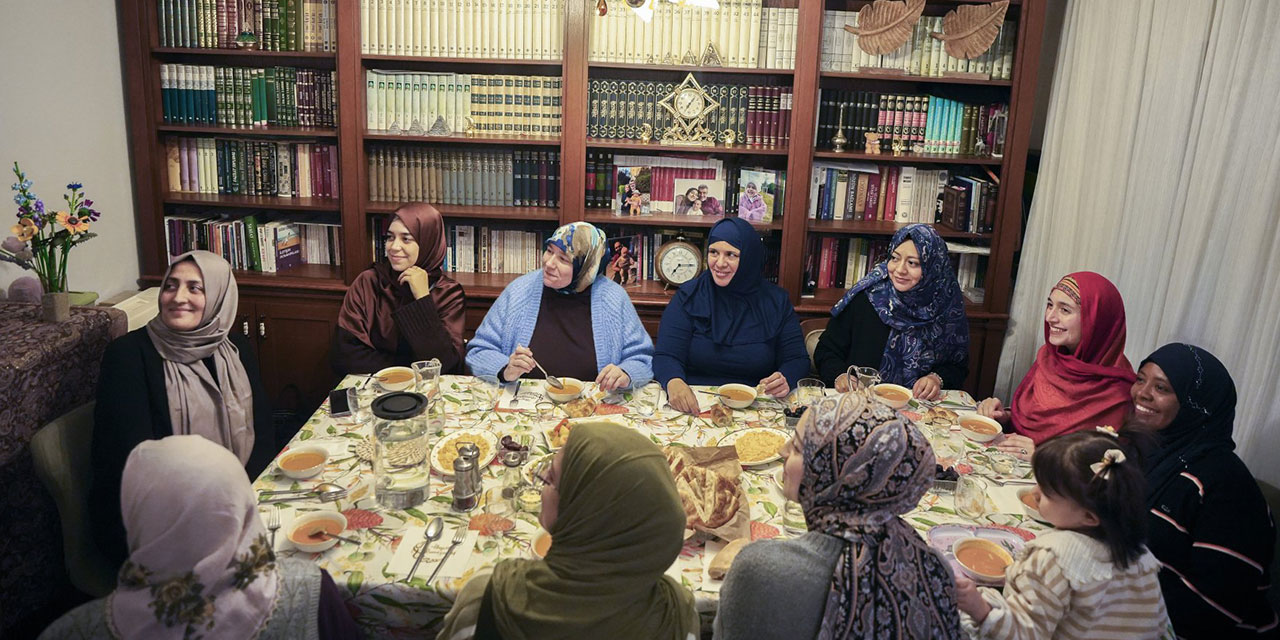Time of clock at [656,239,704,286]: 7:14
